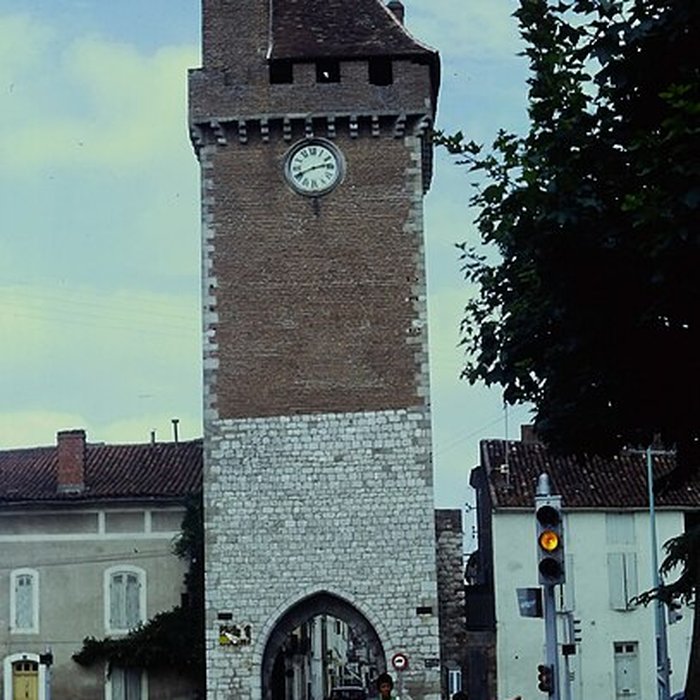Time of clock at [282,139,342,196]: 2:40
